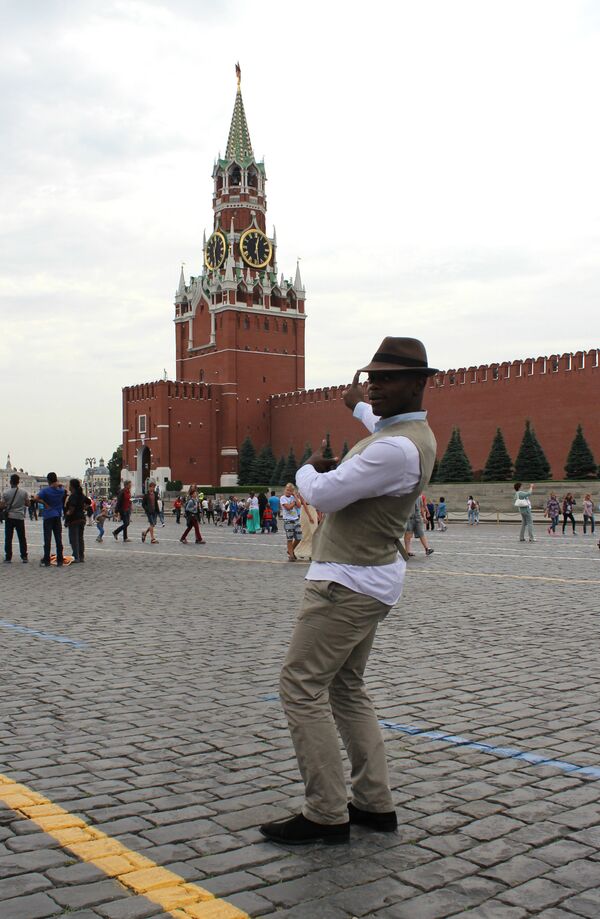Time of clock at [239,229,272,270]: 12:28
